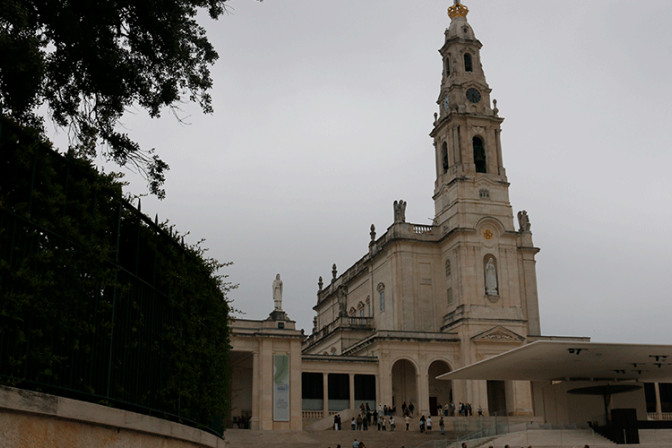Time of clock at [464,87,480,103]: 4:31
